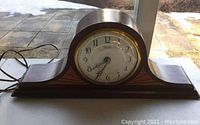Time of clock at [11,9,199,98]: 7:34
